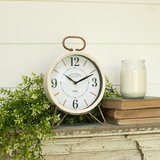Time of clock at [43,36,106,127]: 10:11
